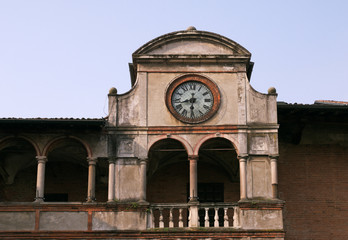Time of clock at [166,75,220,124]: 8:30
